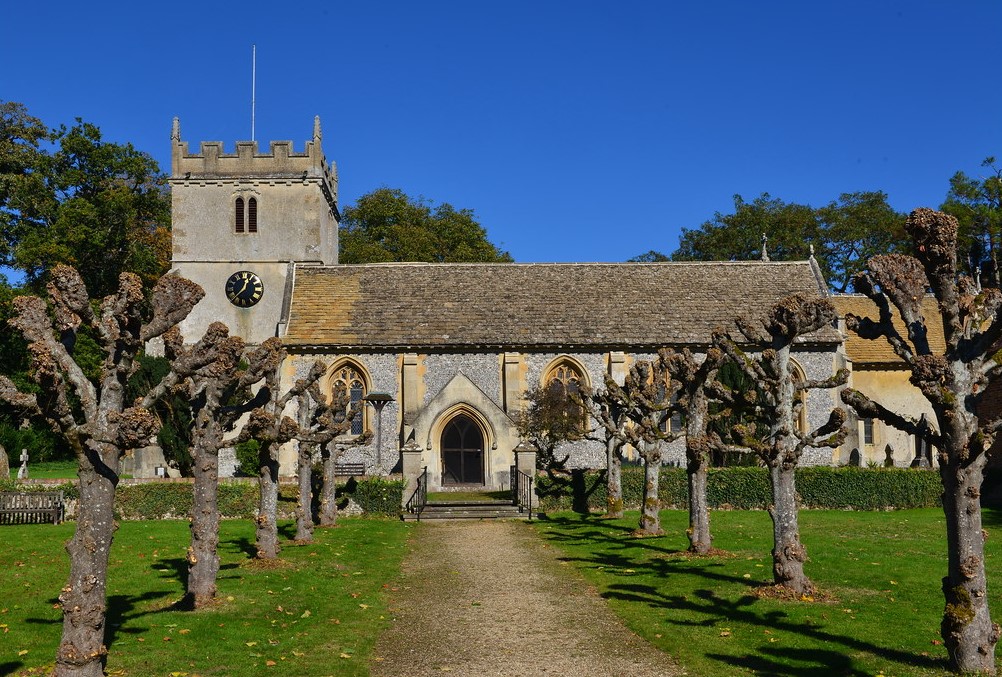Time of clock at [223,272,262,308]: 12:37
